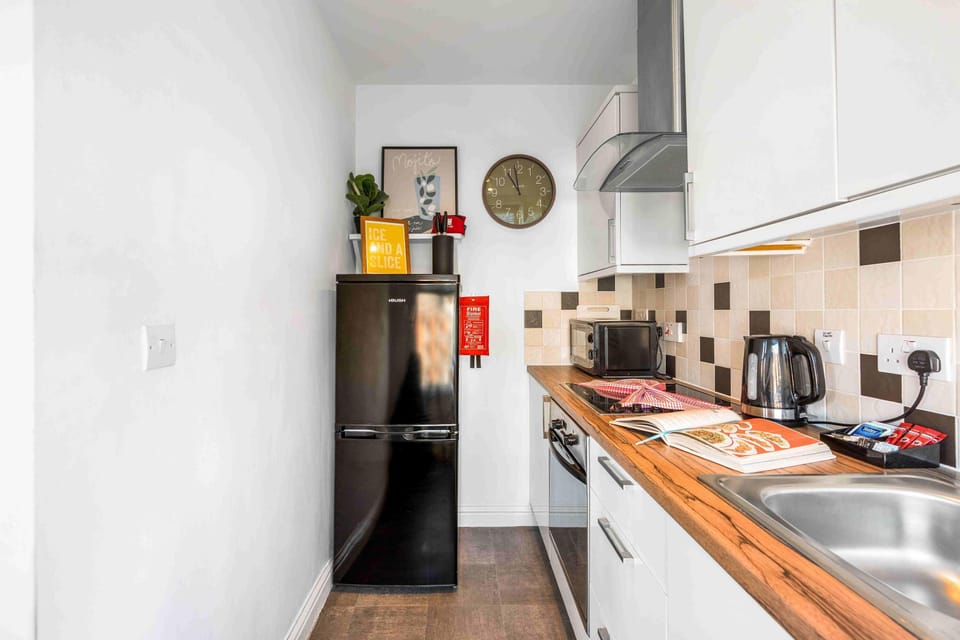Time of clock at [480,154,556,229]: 10:58
